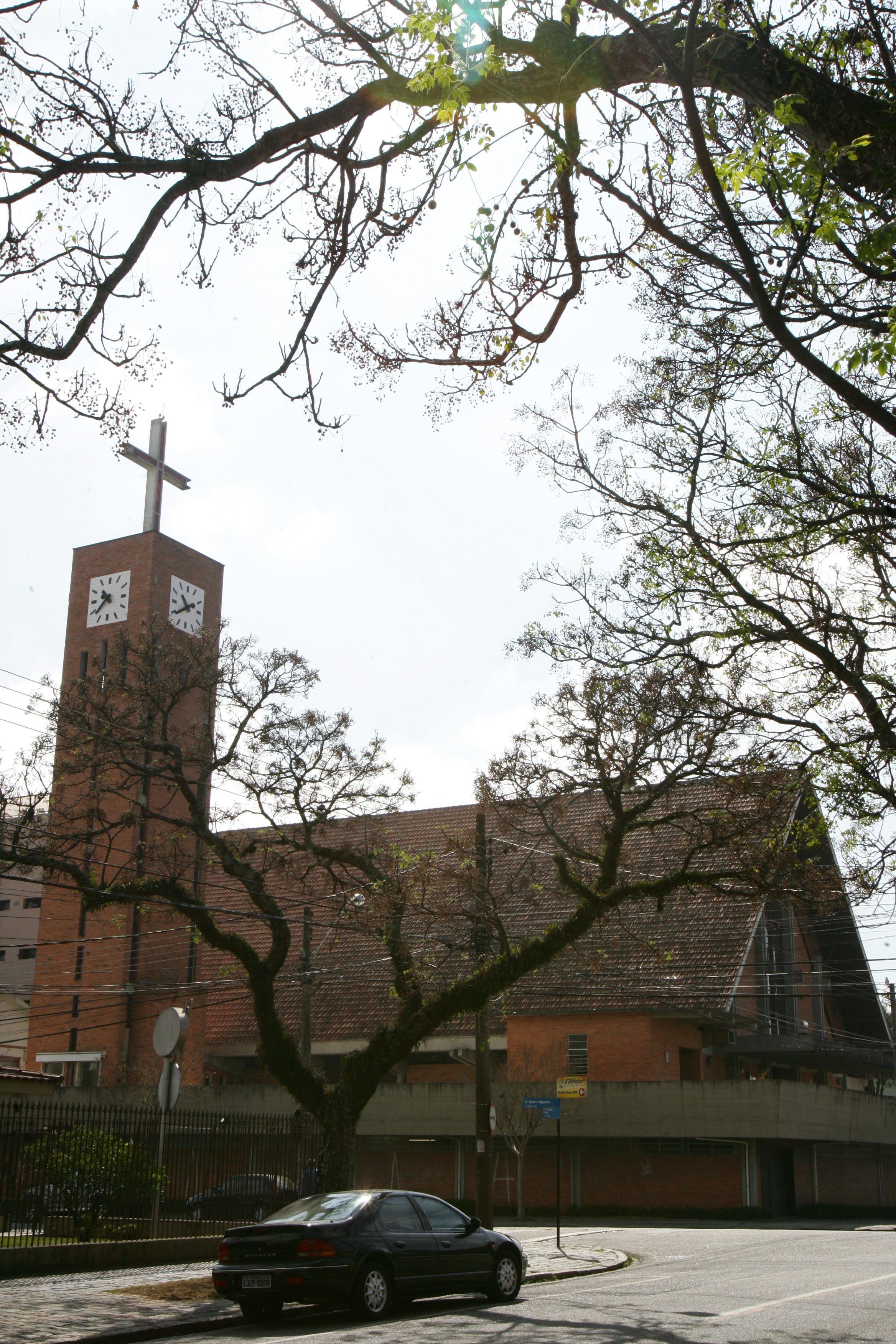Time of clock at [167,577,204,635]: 10:39
